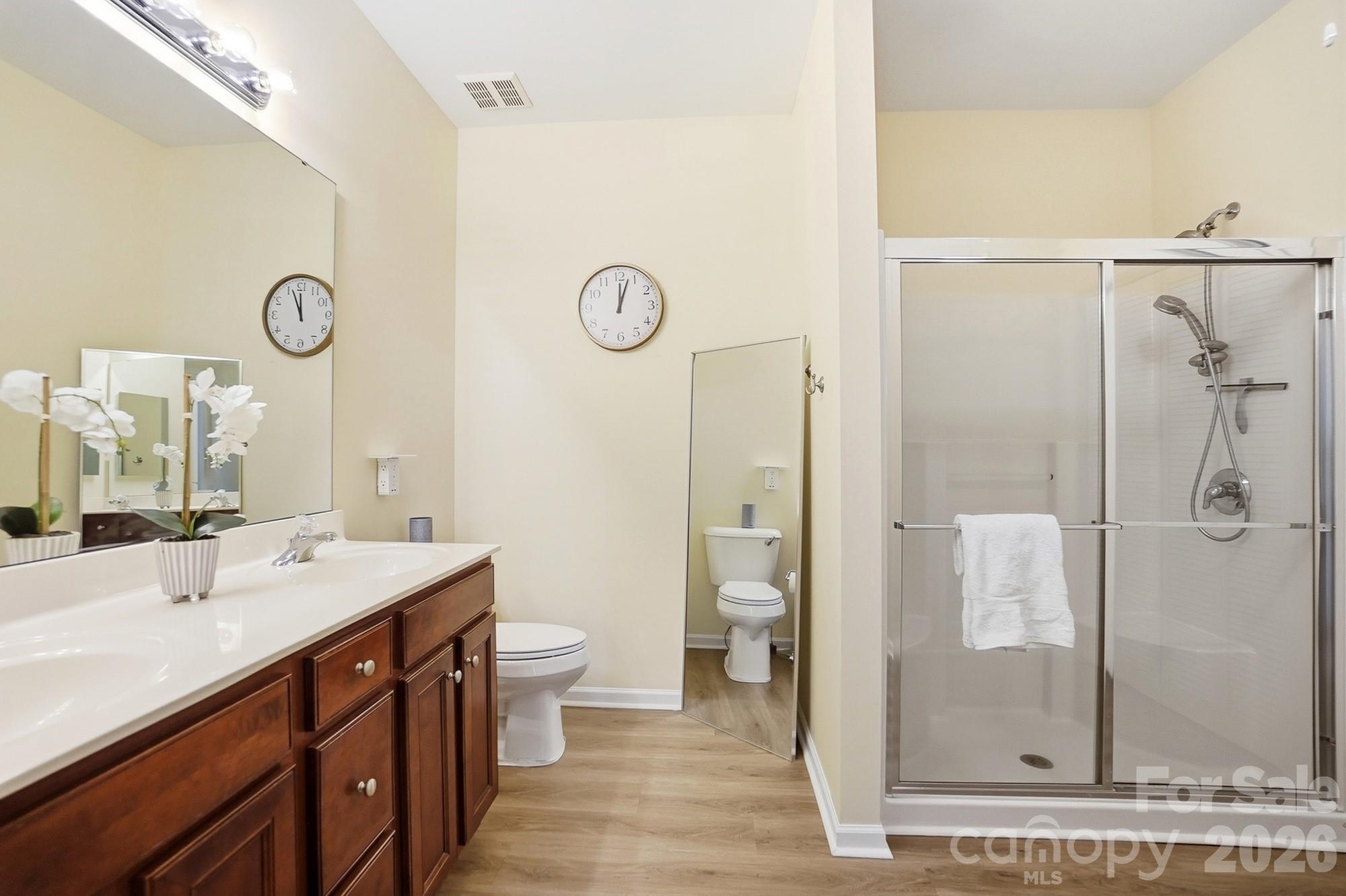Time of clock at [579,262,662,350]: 12:03
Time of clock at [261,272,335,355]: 11:56
